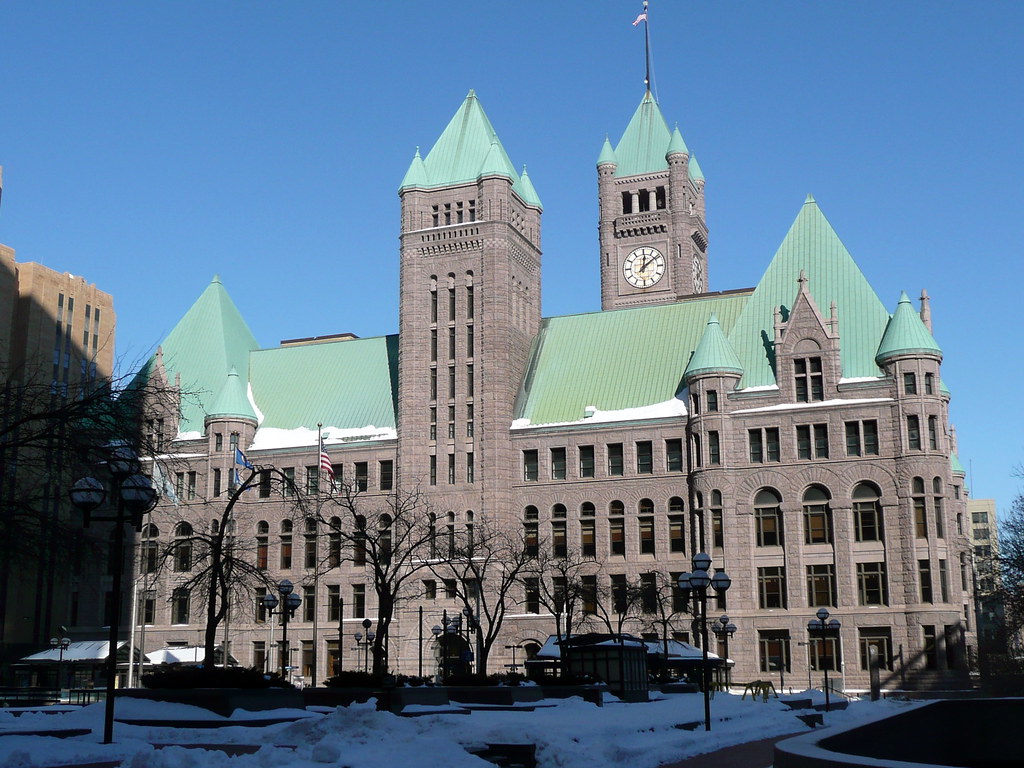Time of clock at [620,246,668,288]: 12:08
